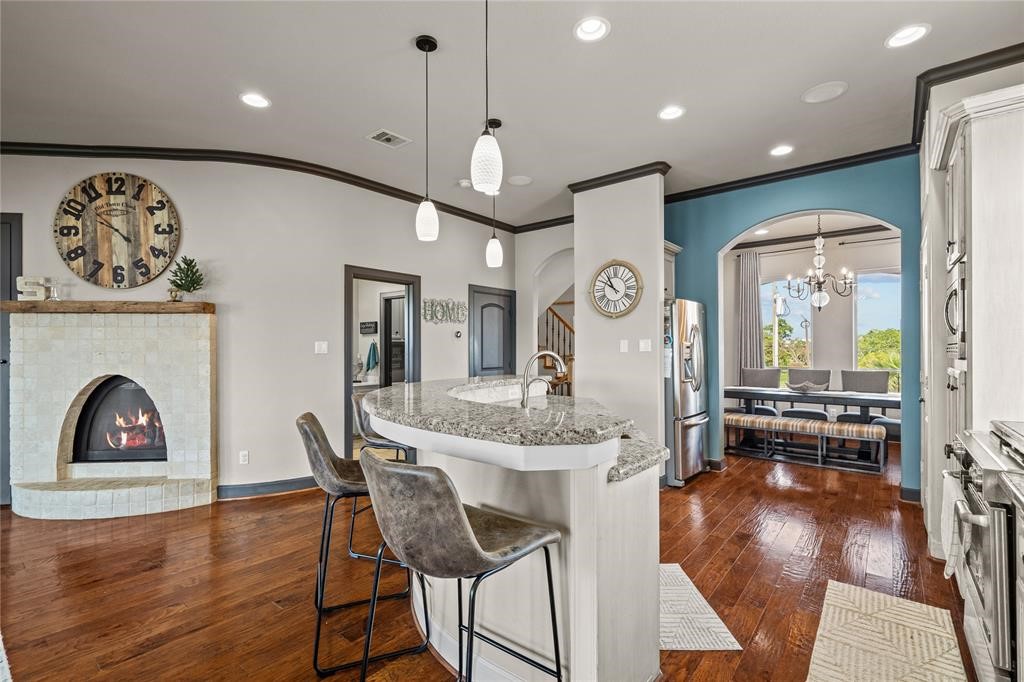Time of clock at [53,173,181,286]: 10:02
